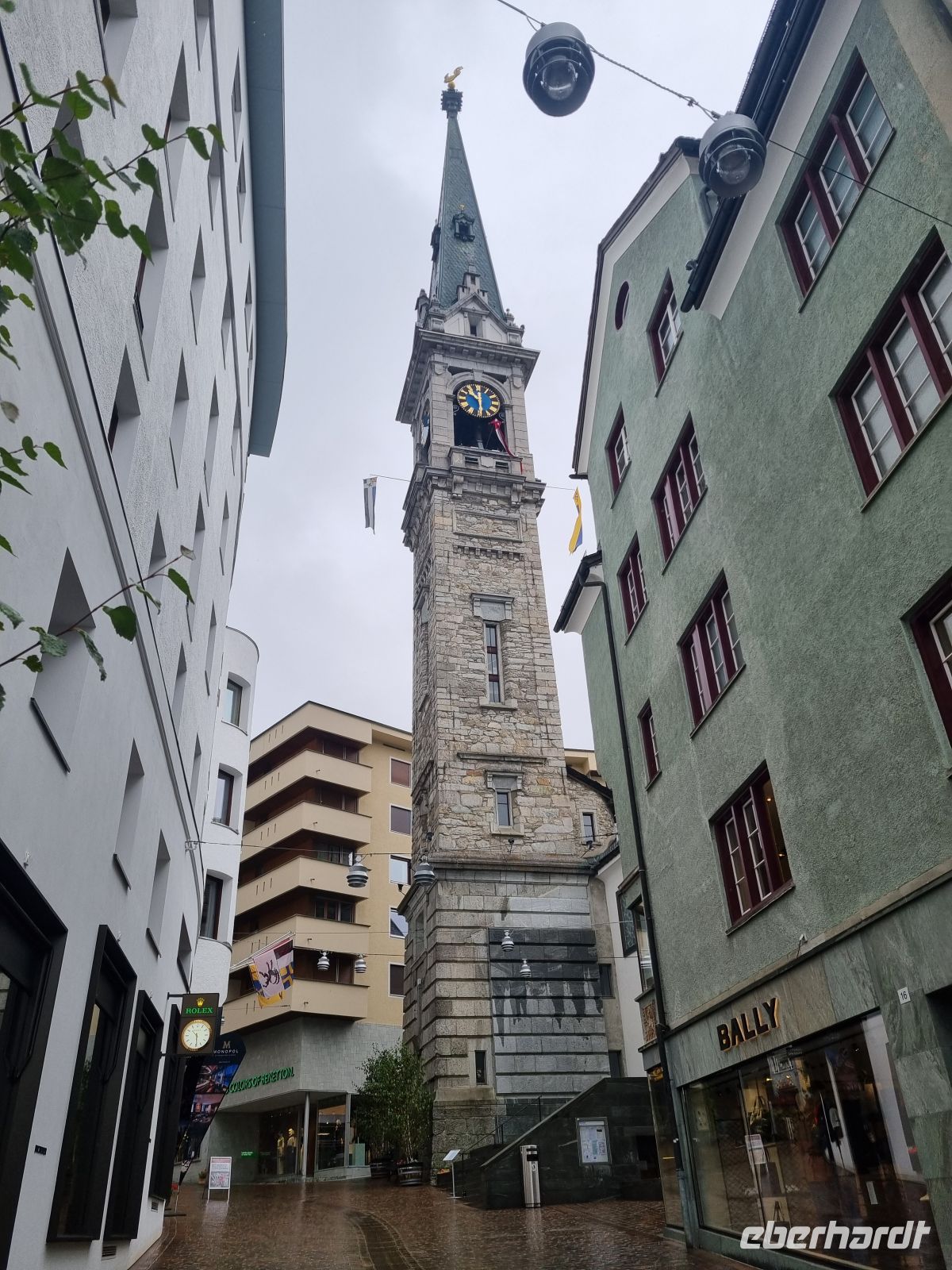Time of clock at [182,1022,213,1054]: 10:29
